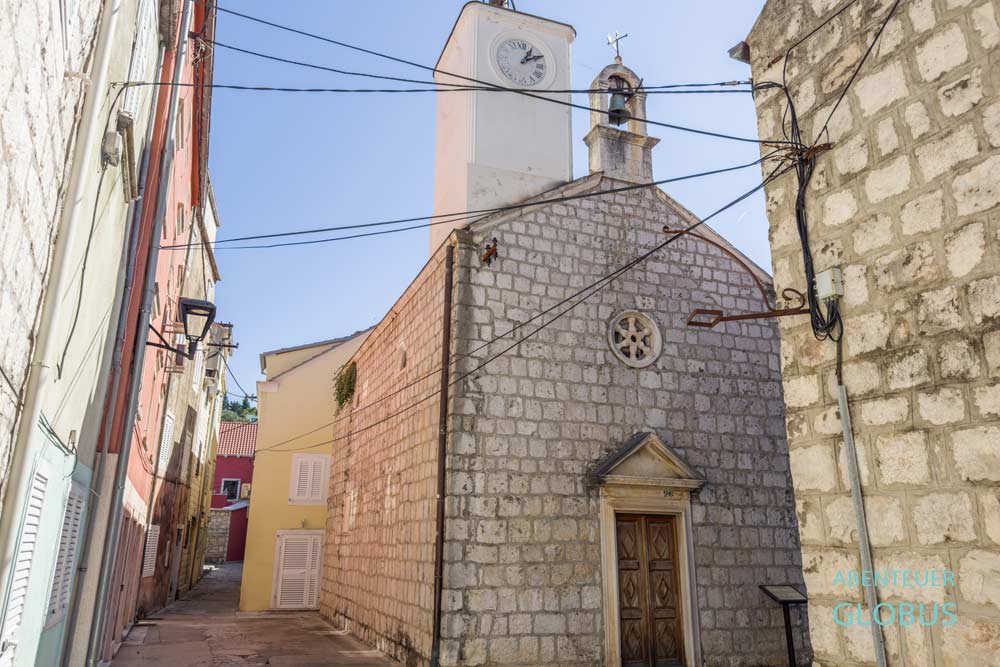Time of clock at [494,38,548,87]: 1:10
